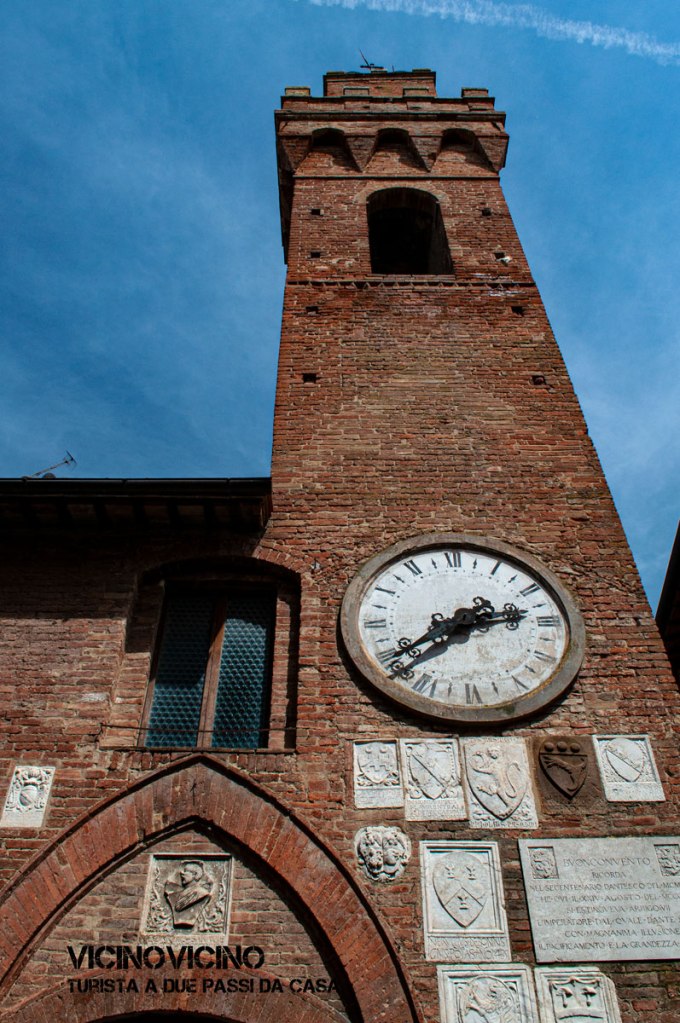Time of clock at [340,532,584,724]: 2:39
